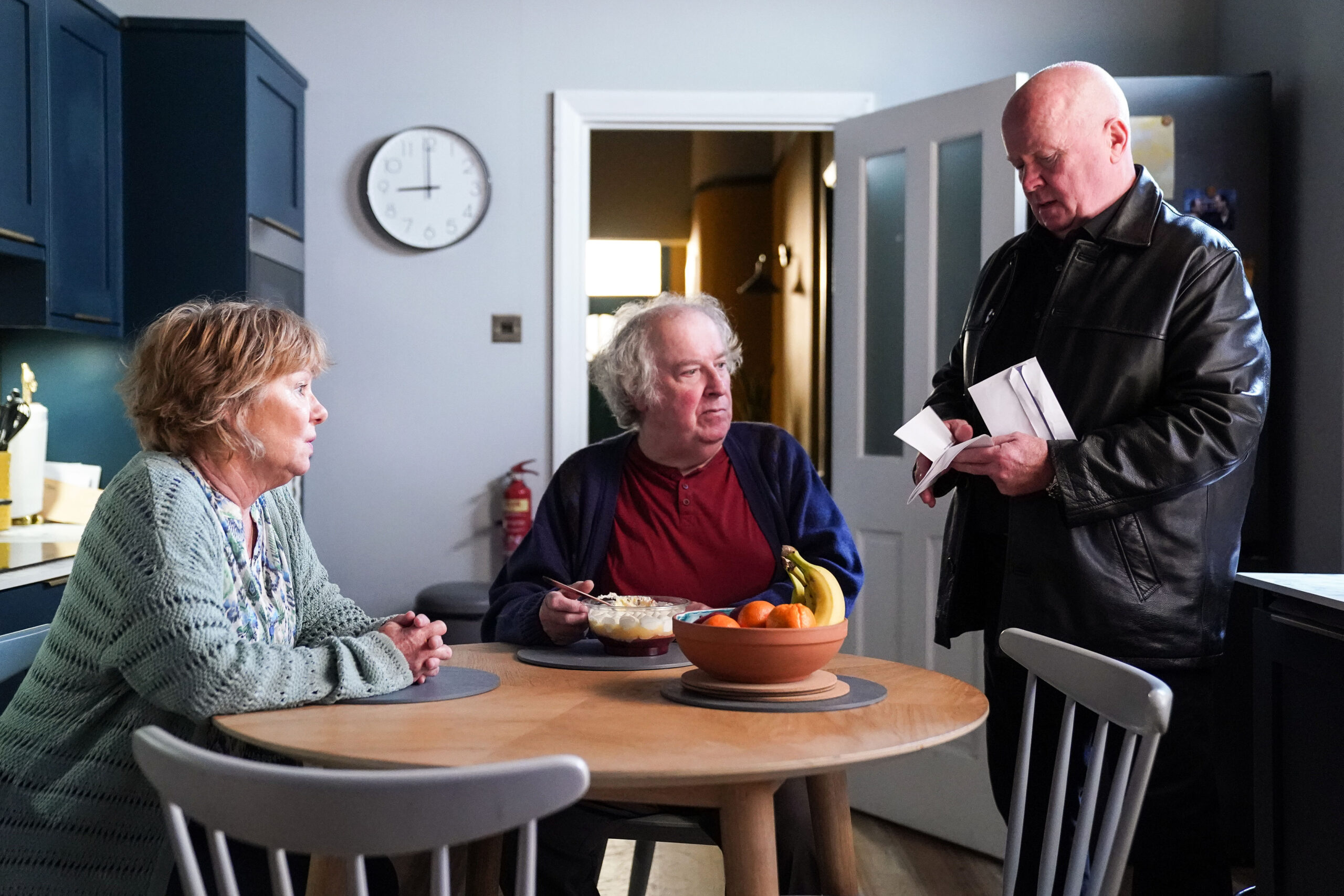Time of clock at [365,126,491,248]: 8:59
